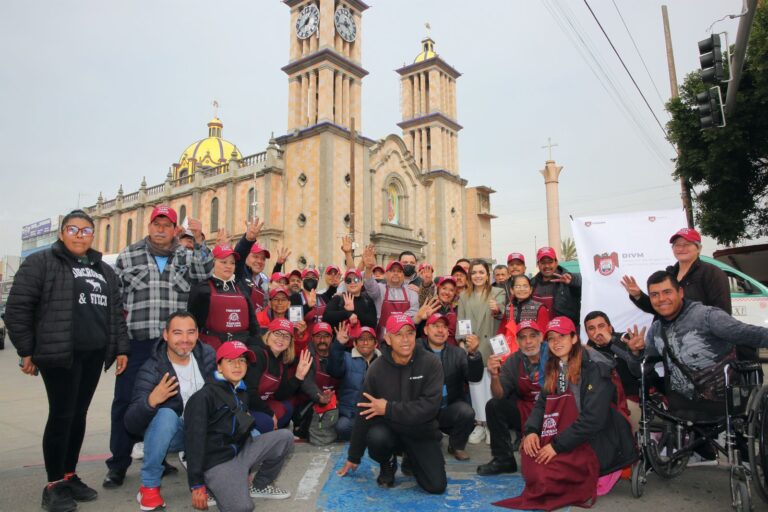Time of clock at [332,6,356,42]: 4:42
